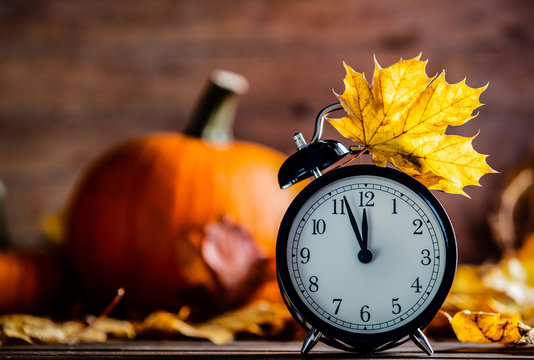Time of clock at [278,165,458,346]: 11:56
